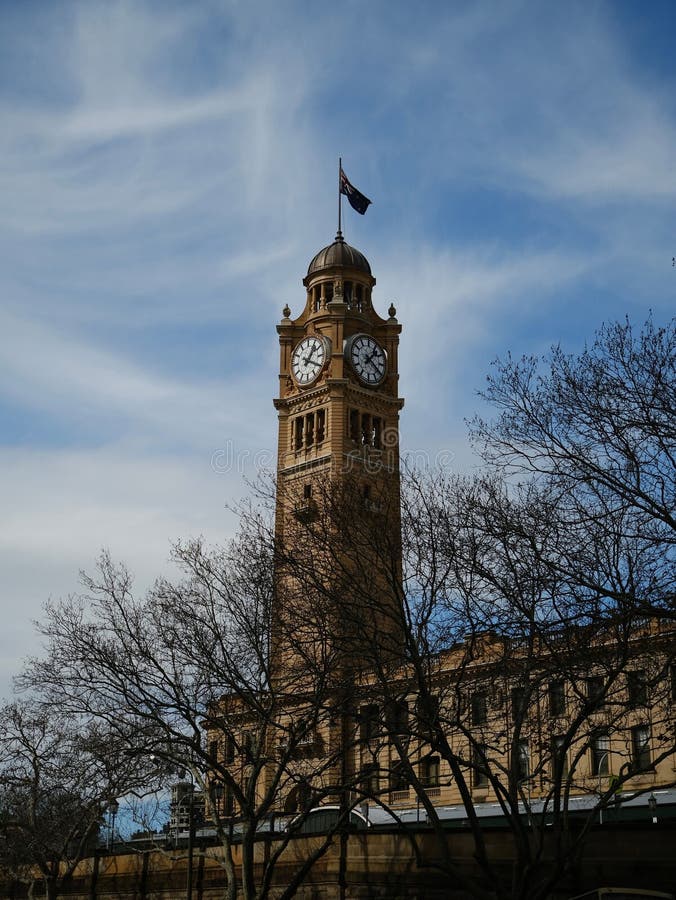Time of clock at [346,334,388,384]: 1:20
